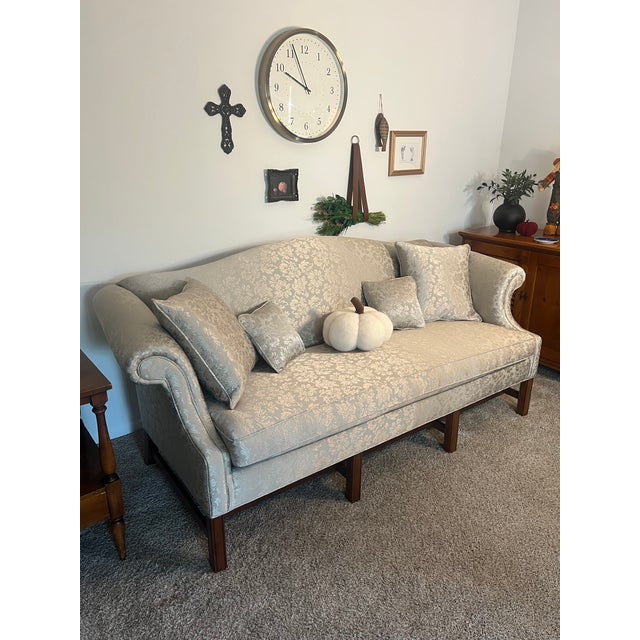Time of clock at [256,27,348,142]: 9:56
